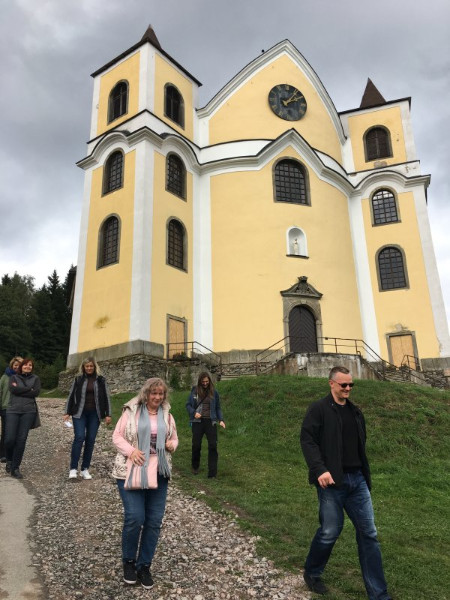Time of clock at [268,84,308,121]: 2:06
